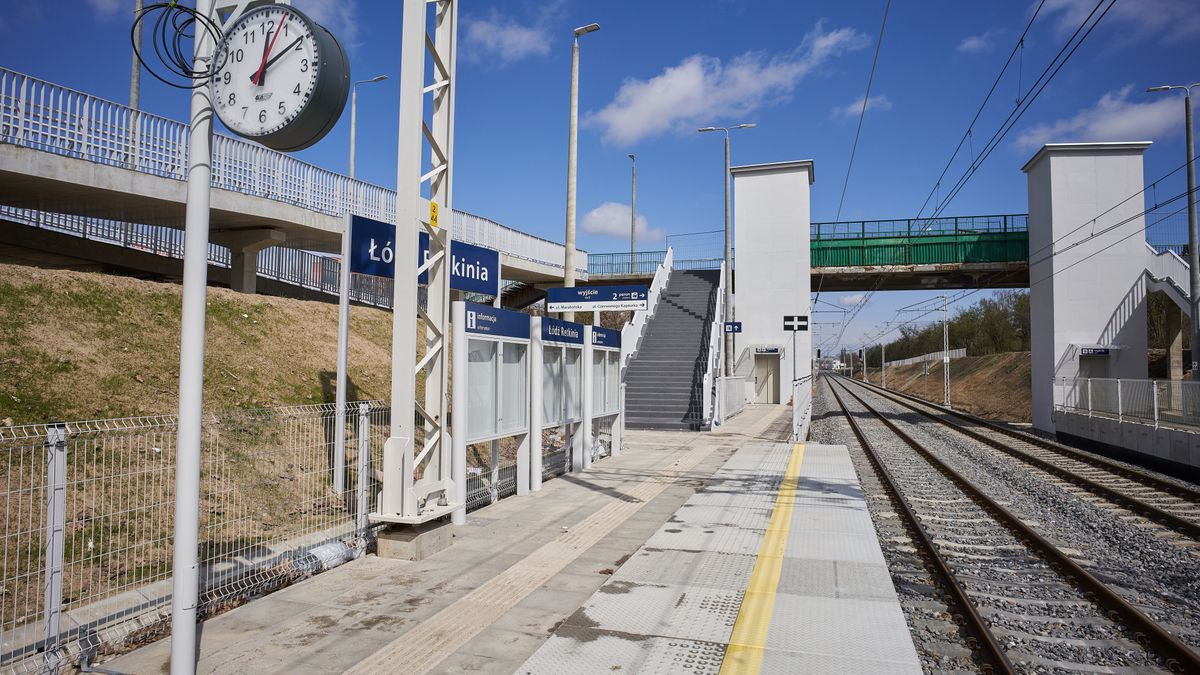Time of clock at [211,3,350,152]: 12:09
